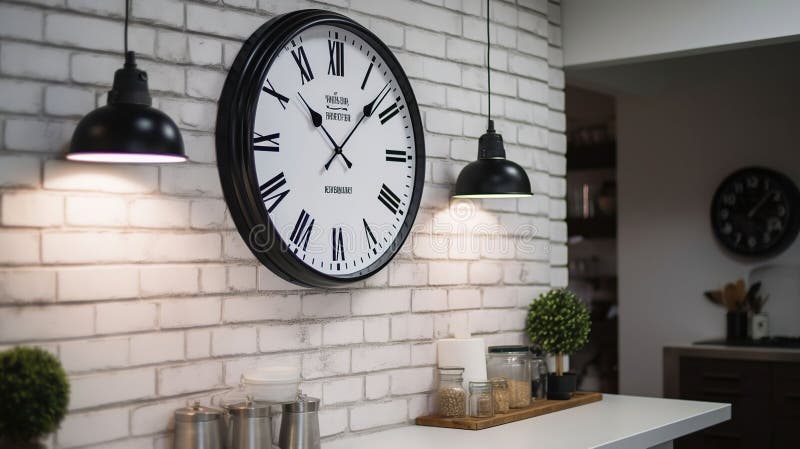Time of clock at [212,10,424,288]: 10:07
